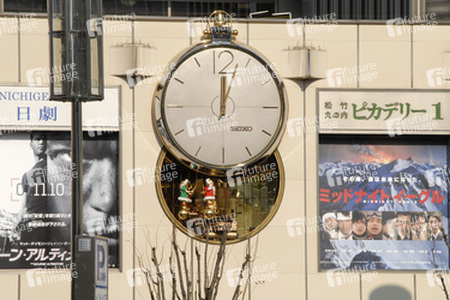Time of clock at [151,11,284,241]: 12:02
